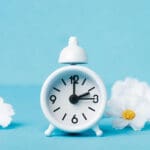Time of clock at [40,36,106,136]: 2:00
